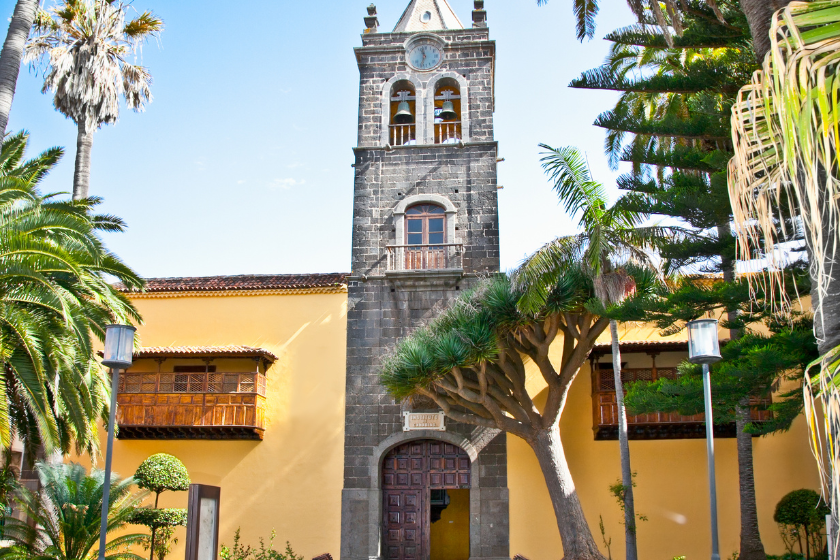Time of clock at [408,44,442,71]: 11:32
